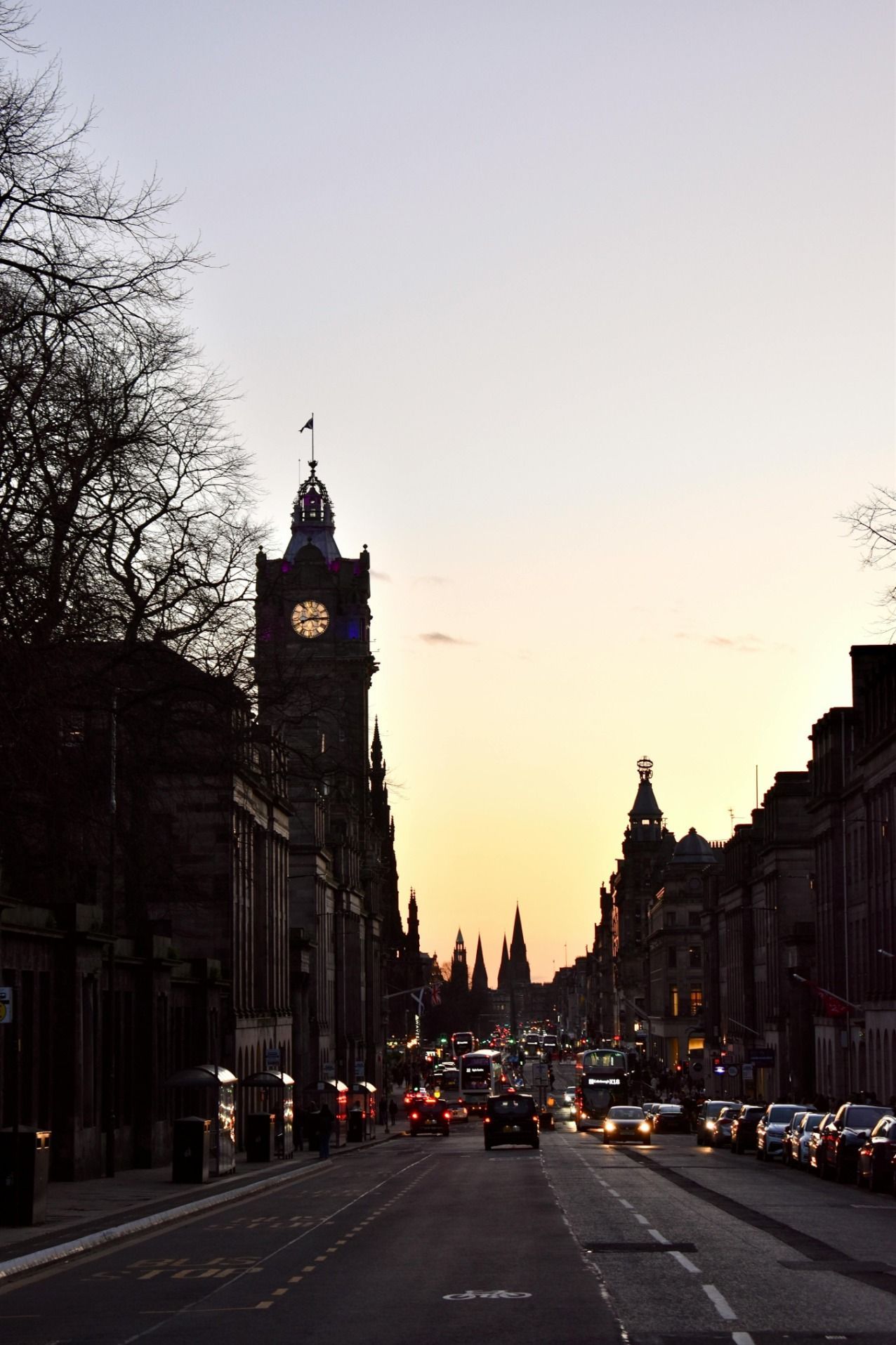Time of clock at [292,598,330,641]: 8:14
